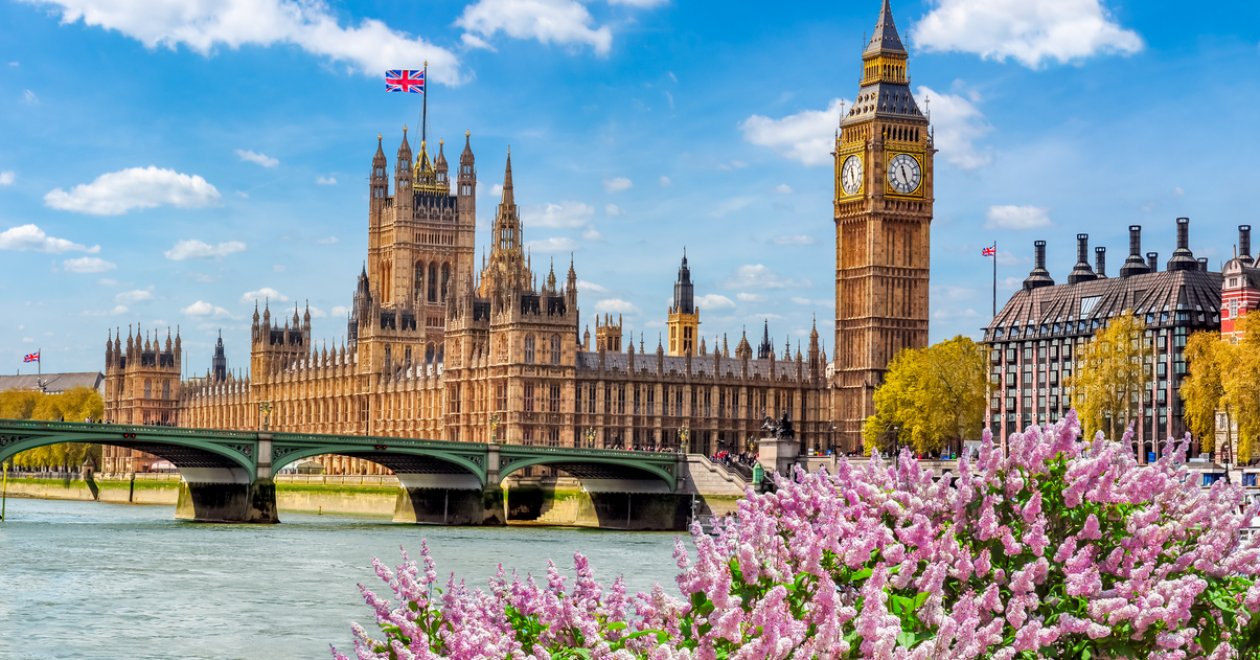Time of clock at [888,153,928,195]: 11:26
